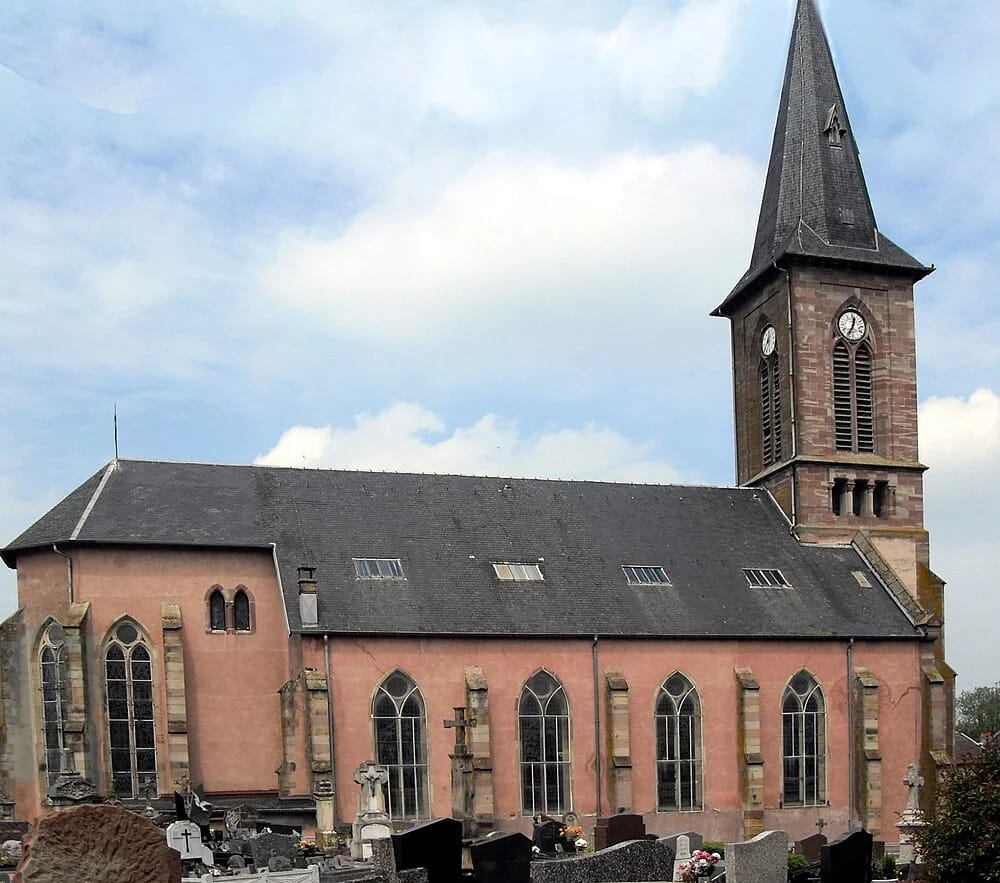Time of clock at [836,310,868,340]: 12:34
